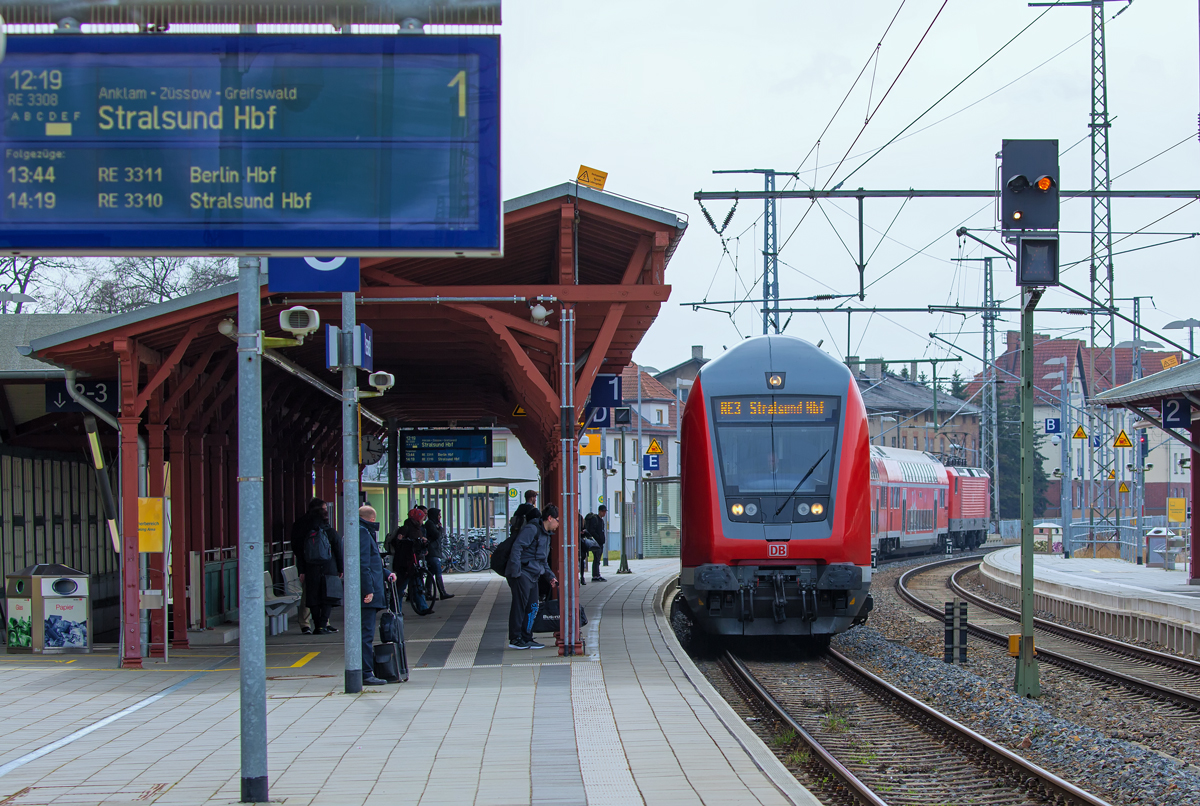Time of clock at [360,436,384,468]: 12:16
